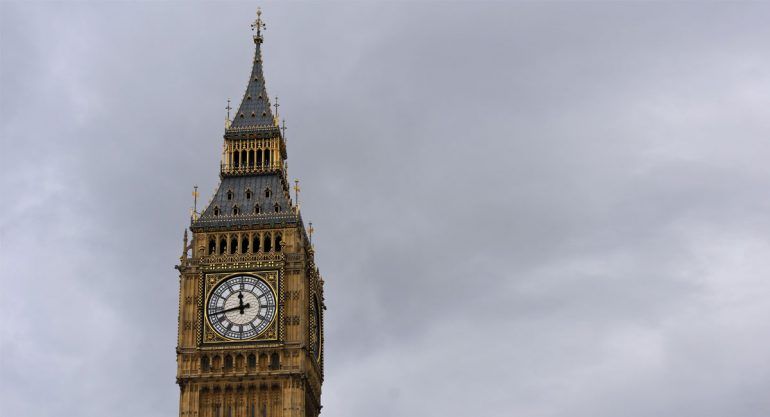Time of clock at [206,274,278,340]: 11:42
